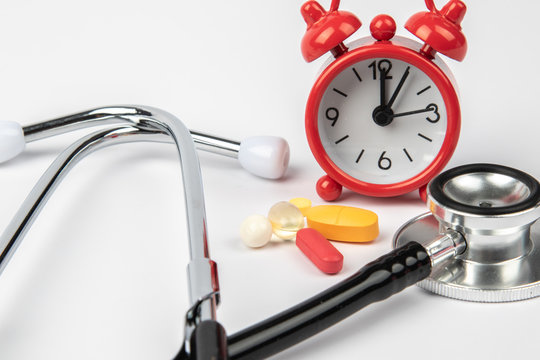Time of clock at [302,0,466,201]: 12:05
